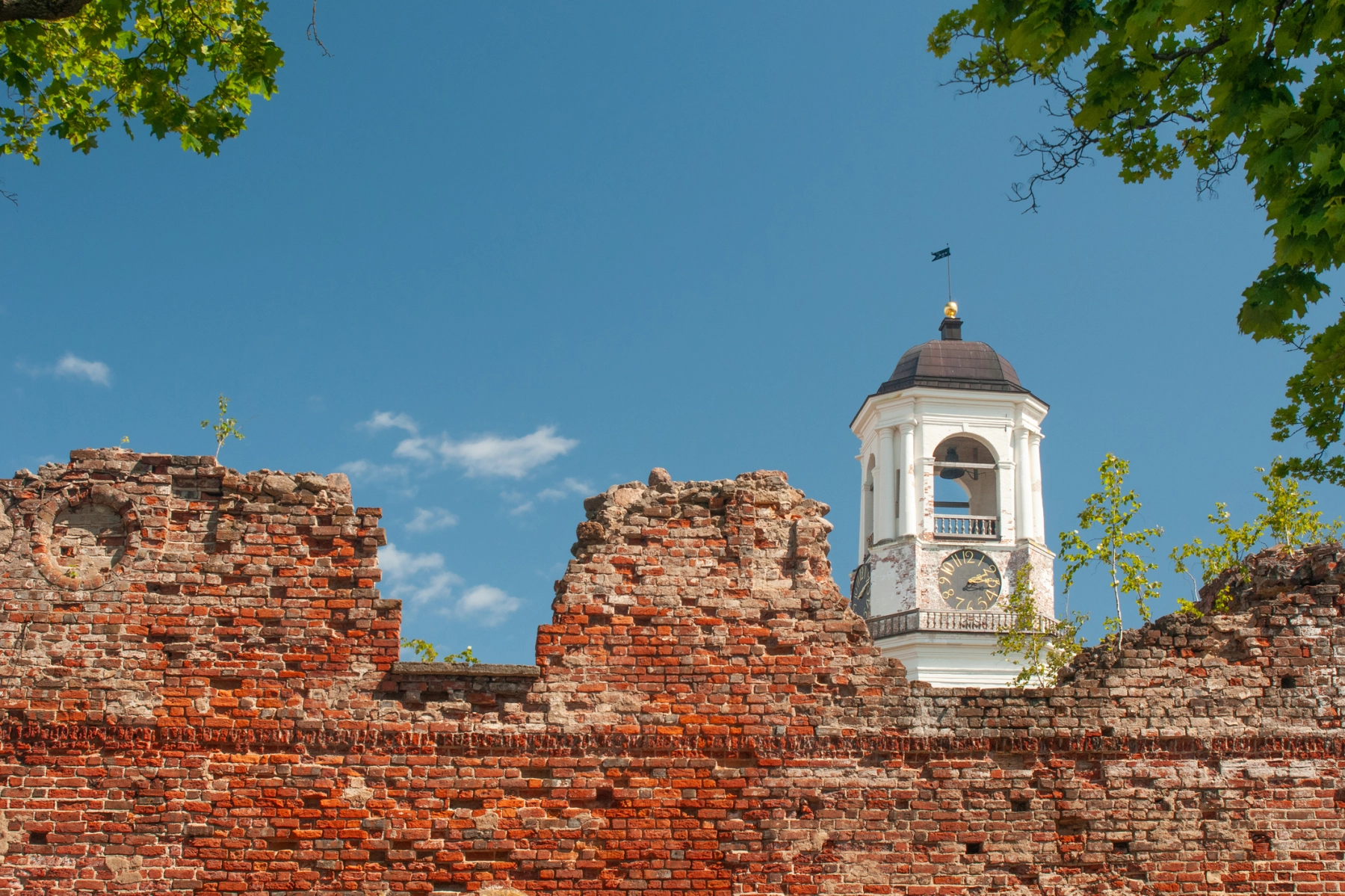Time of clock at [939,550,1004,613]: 2:14
